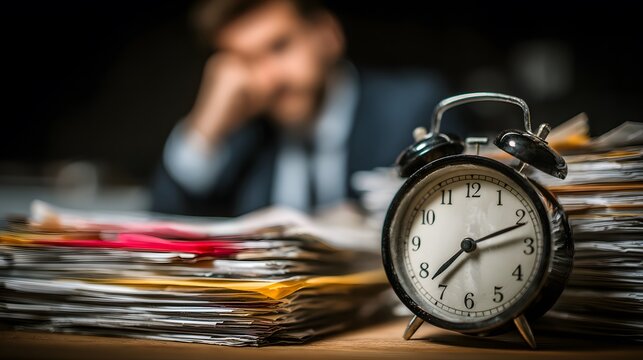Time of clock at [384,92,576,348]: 7:11
